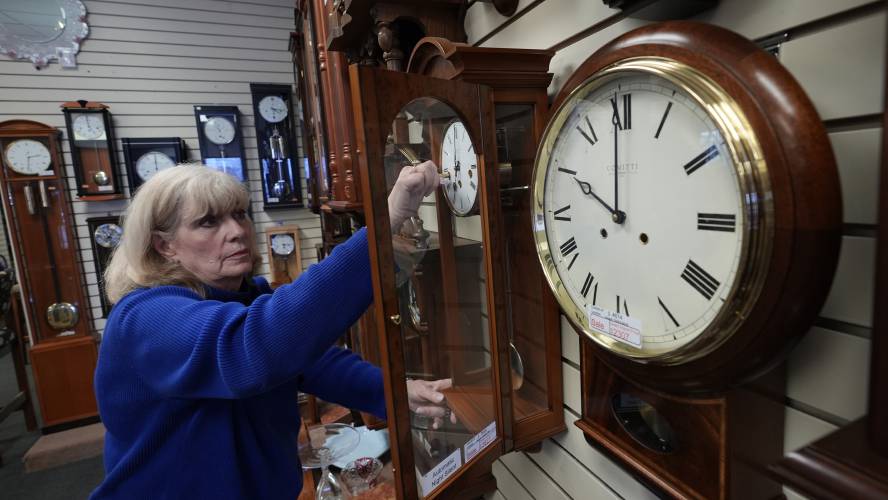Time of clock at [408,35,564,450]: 9:59
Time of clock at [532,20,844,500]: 9:59
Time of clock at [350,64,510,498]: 9:59
